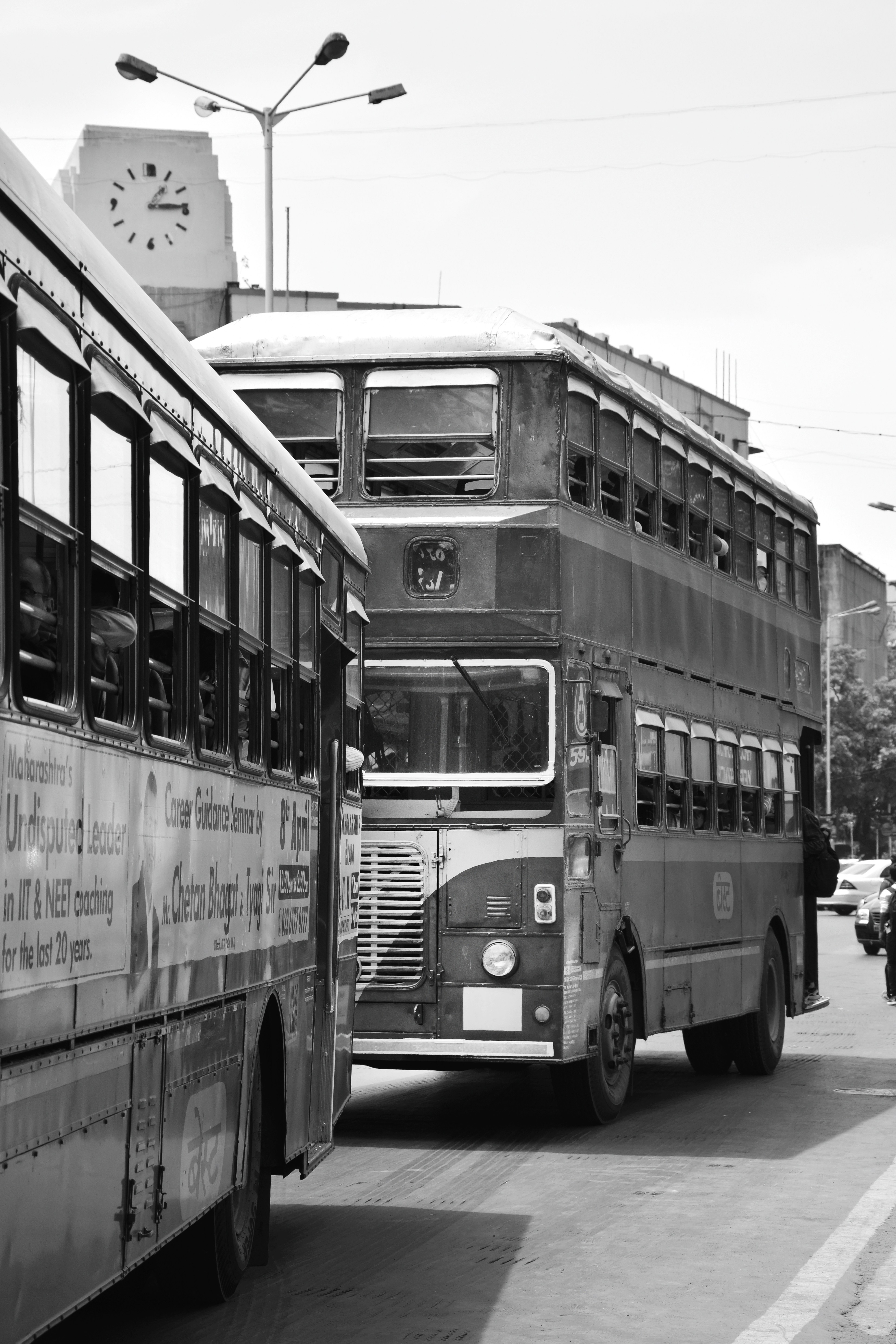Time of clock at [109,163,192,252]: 1:14
